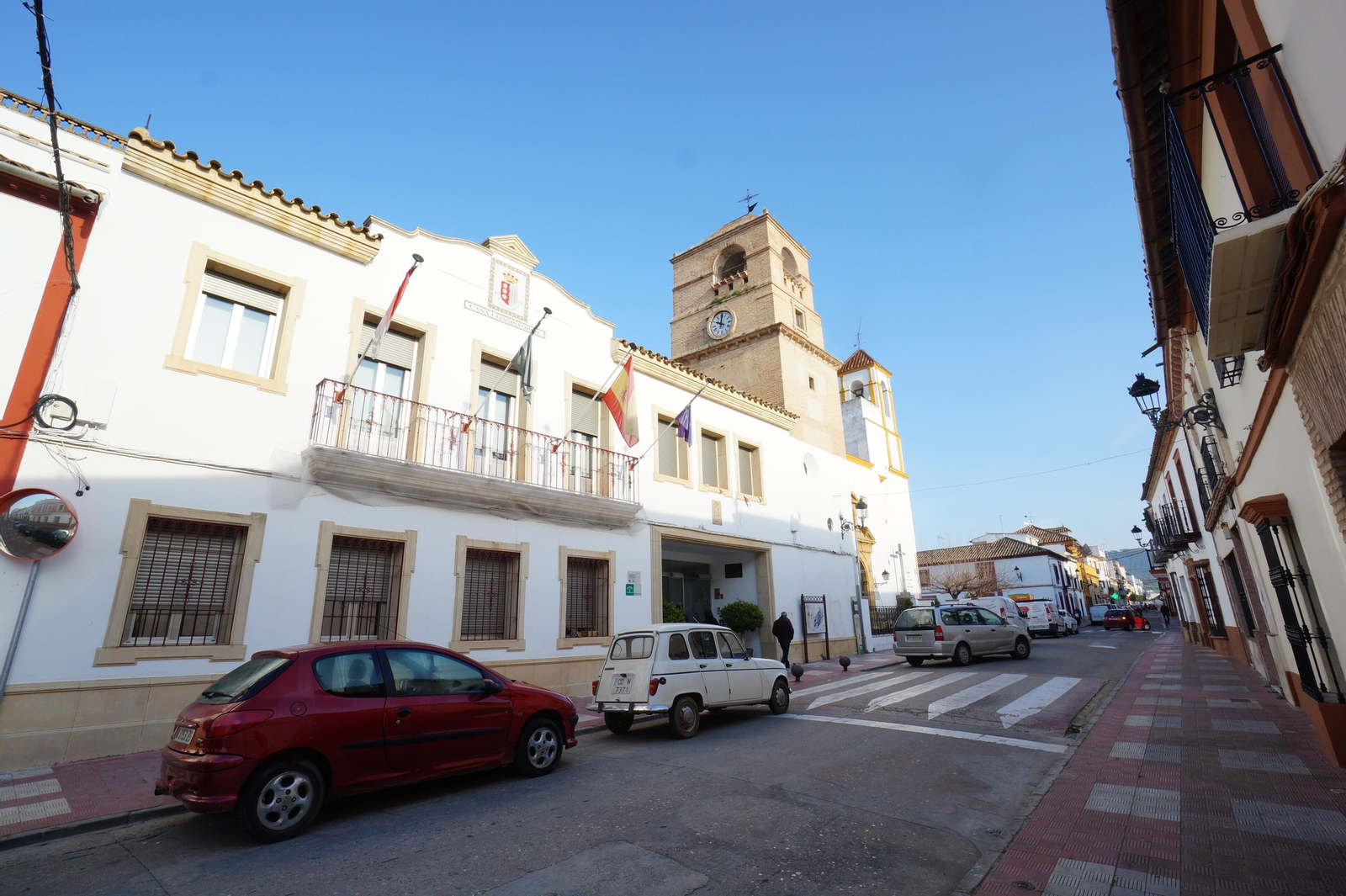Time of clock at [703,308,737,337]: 10:00
